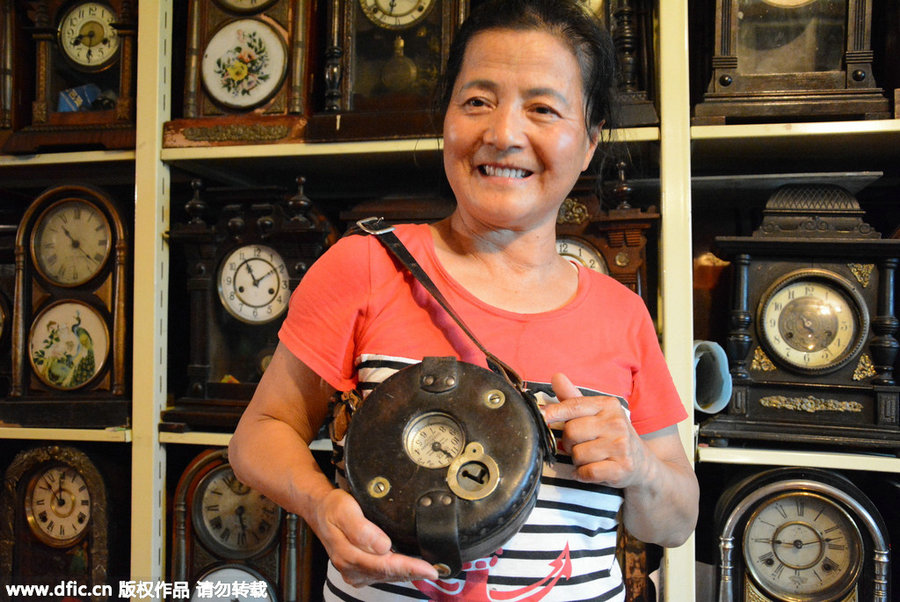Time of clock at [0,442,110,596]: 11:52
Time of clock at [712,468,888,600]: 9:12
